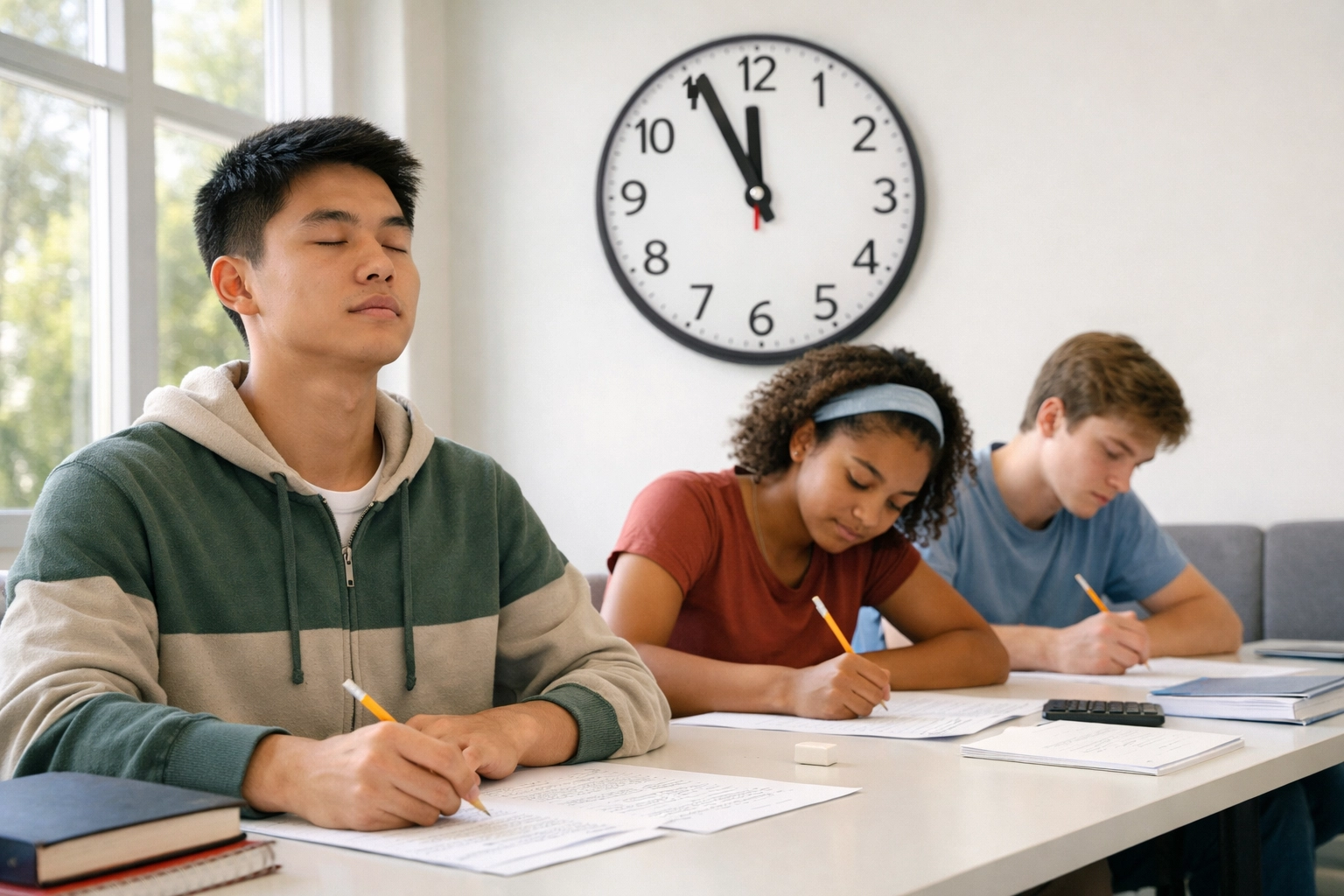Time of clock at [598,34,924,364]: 11:55
